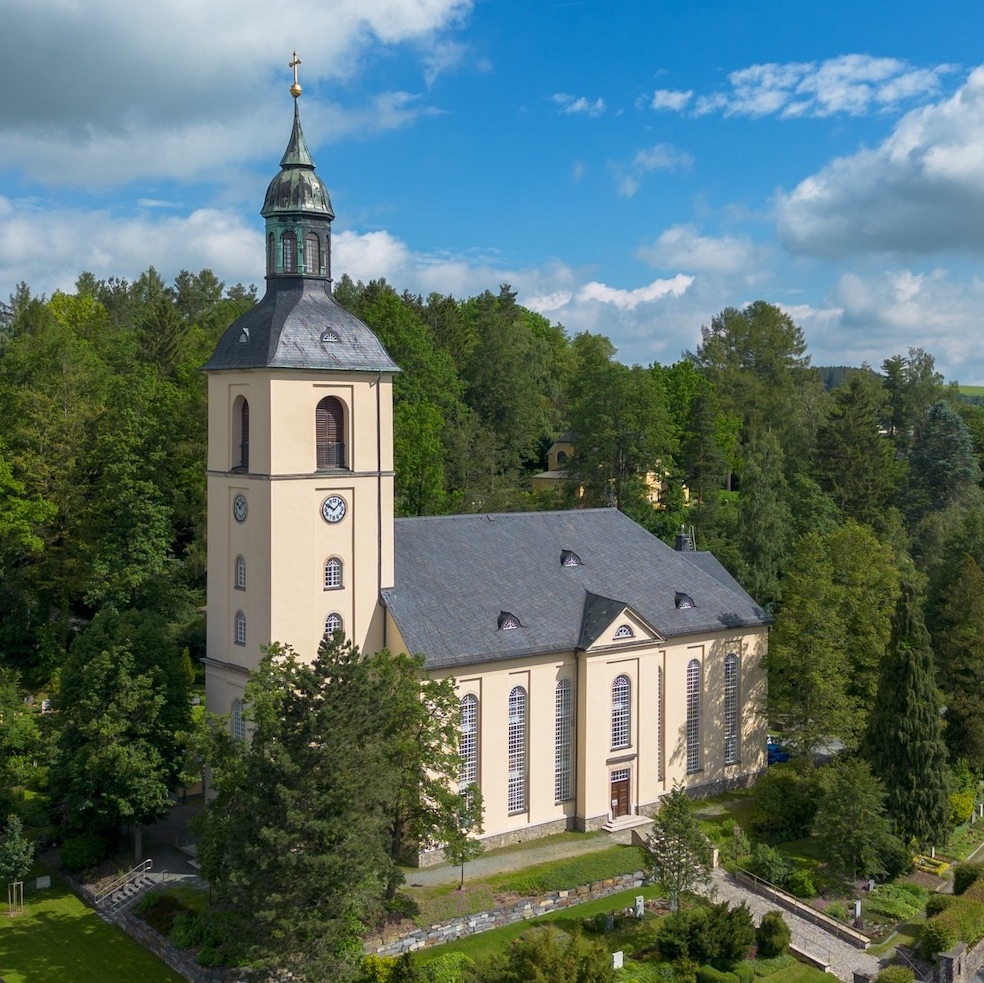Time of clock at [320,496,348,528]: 10:07
